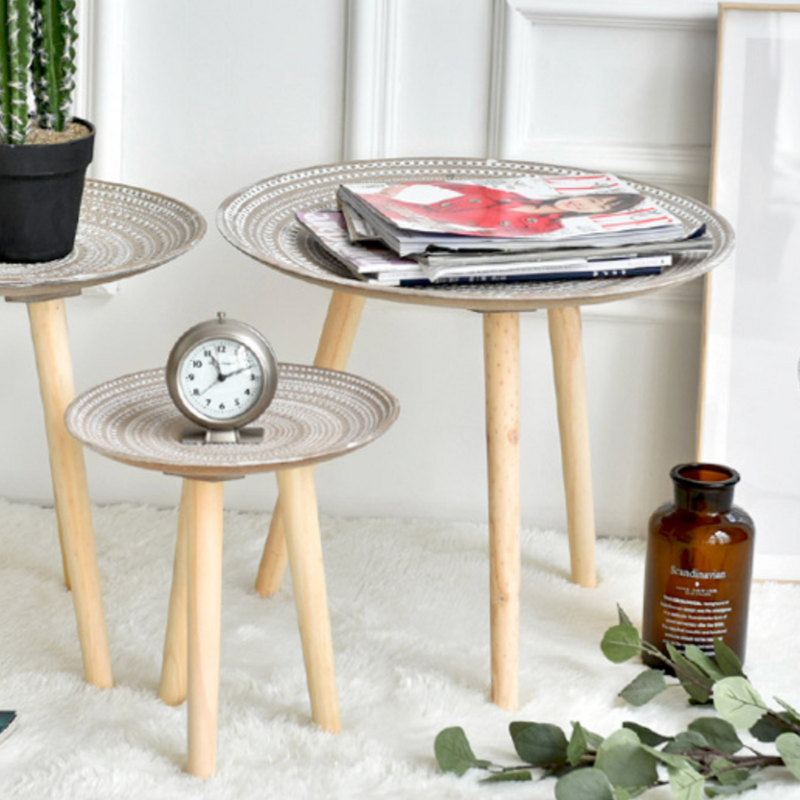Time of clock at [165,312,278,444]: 11:11
